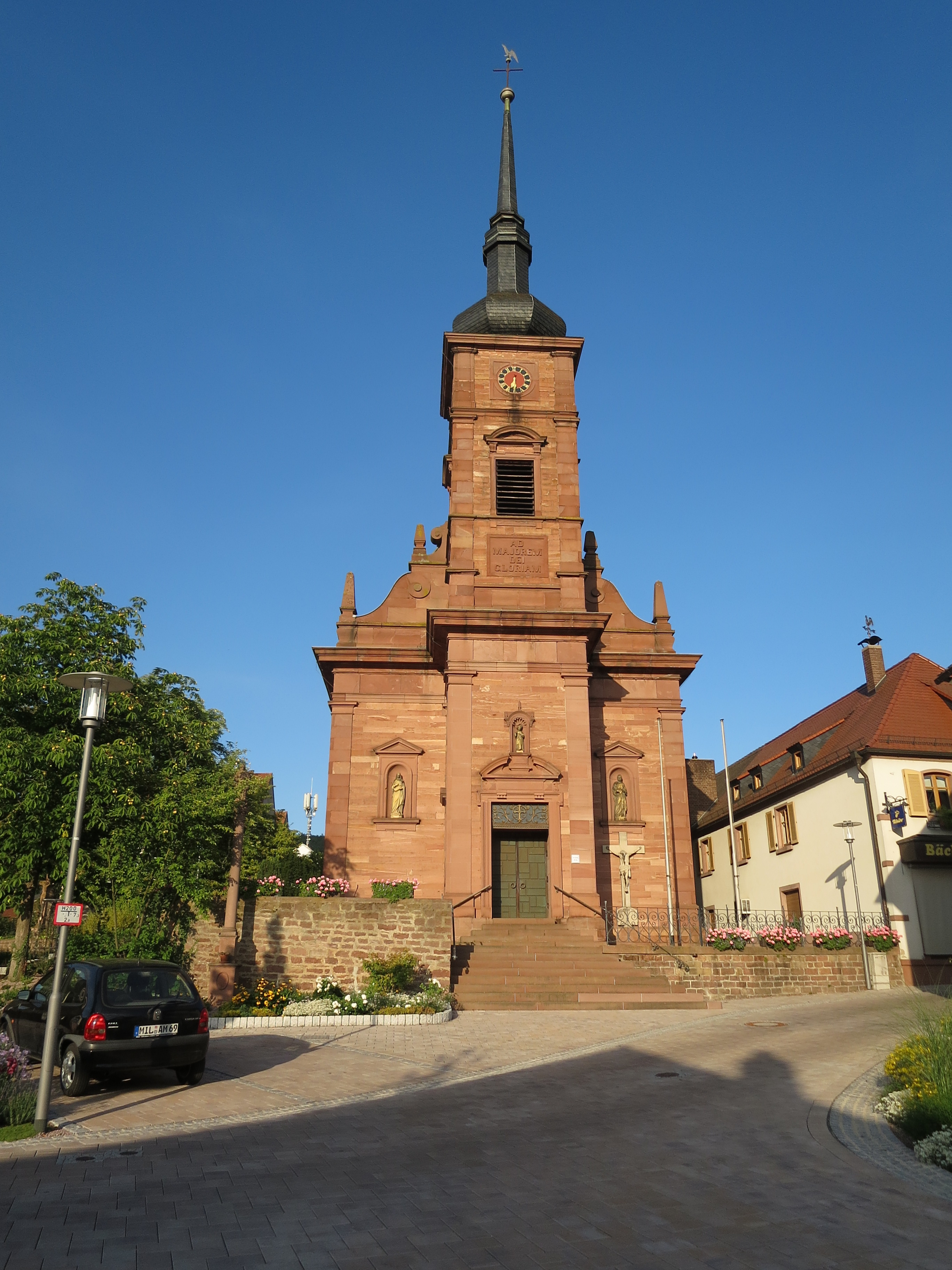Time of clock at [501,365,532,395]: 6:29
